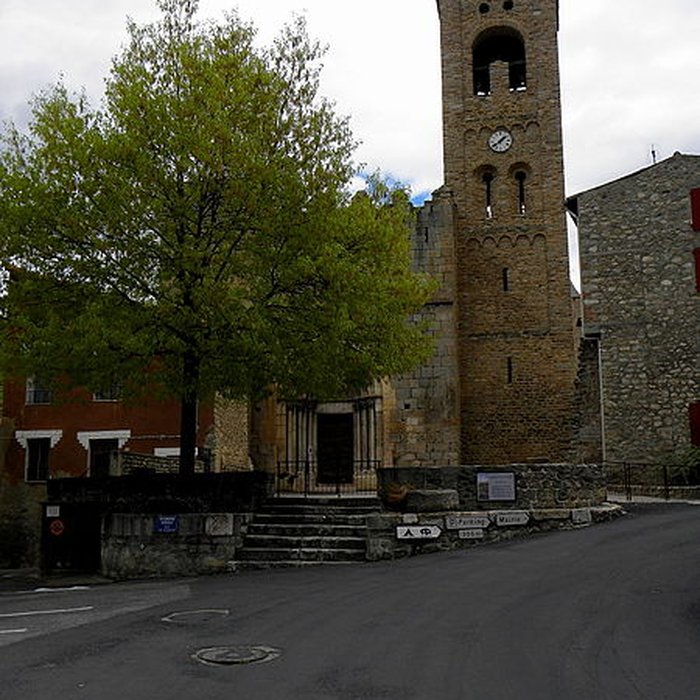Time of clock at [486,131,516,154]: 1:39
